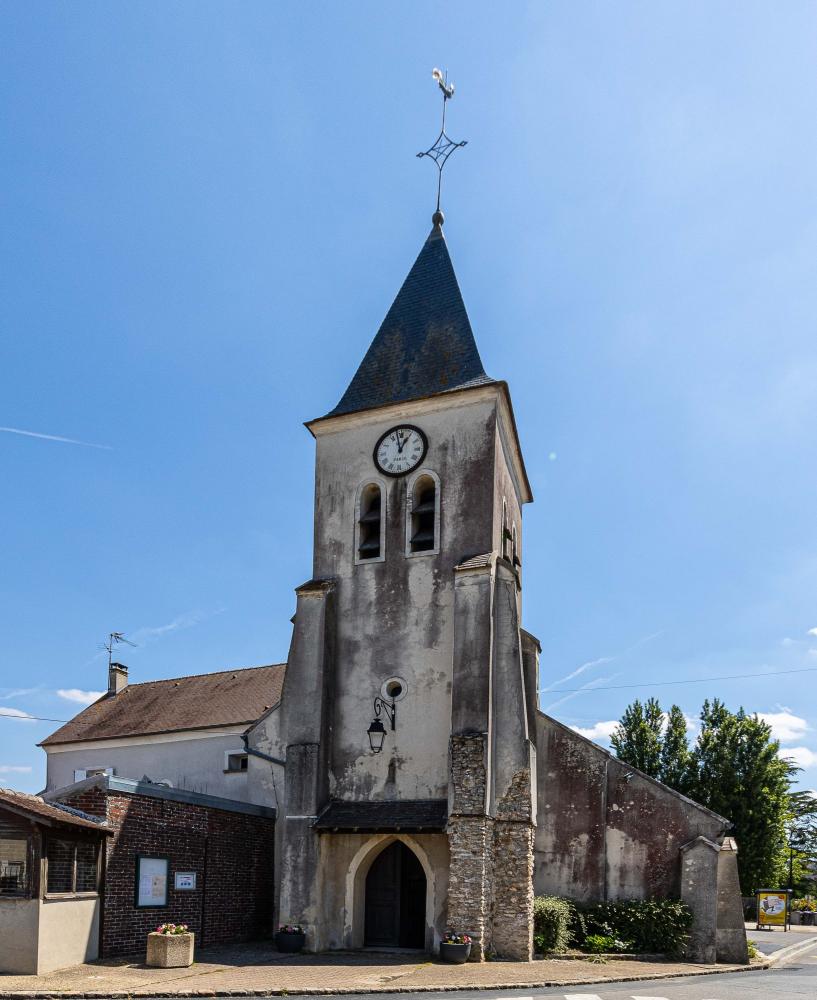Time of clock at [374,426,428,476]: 12:57
